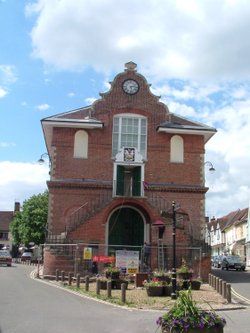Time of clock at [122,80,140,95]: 2:28
